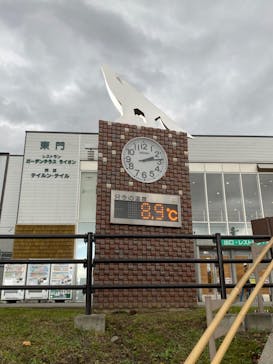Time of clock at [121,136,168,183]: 2:13
